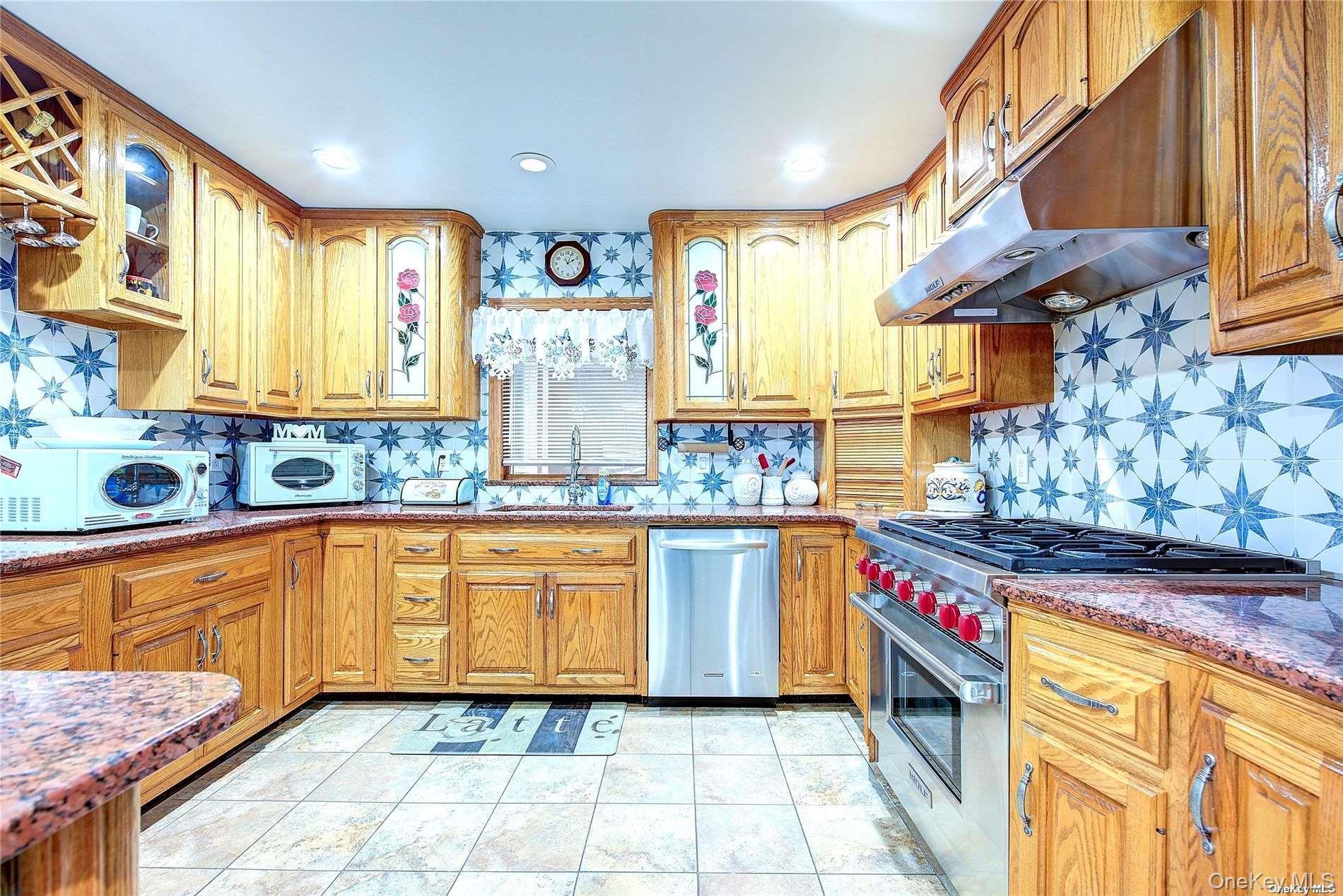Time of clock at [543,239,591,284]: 2:04
